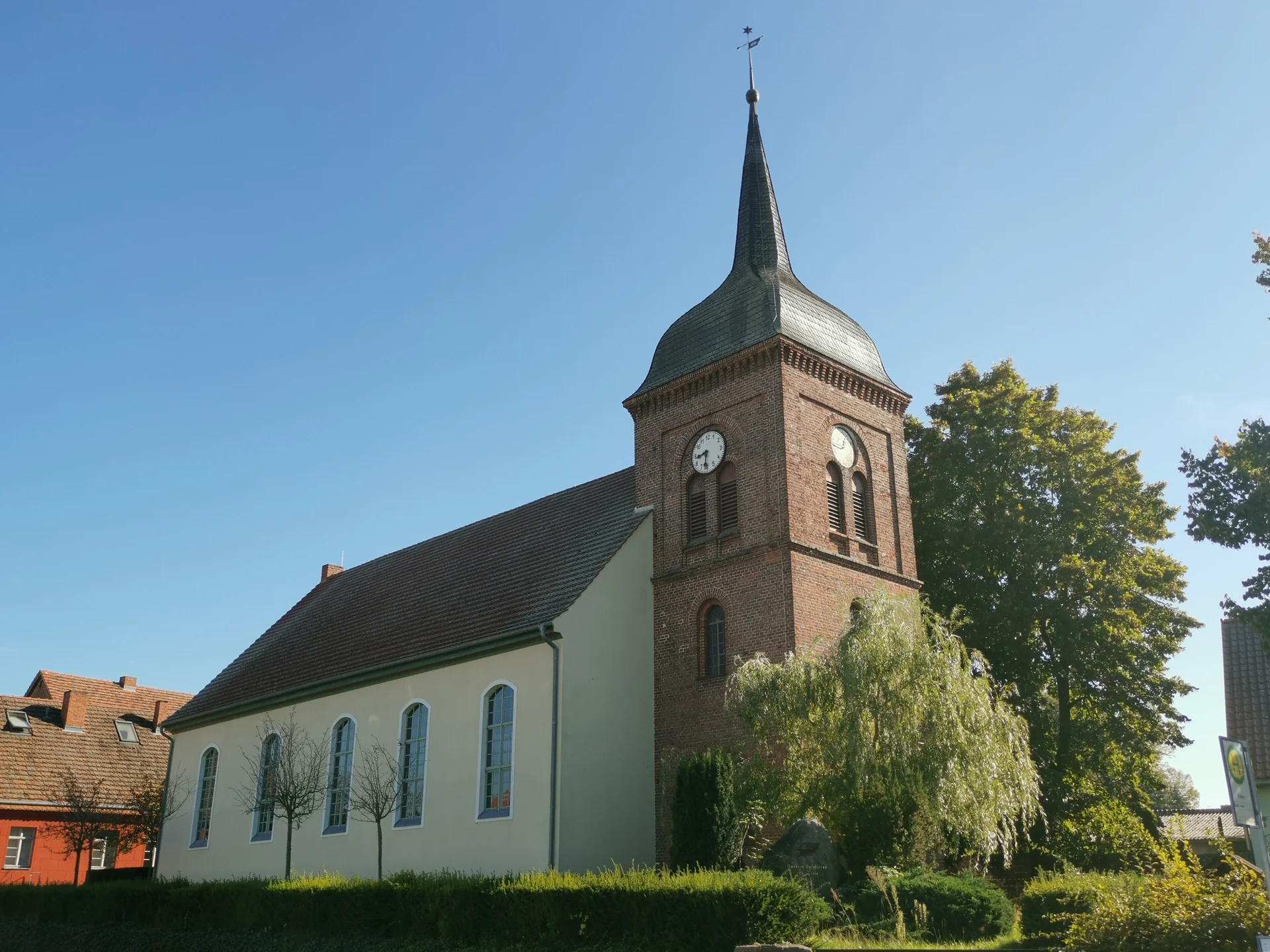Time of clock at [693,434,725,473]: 8:31
